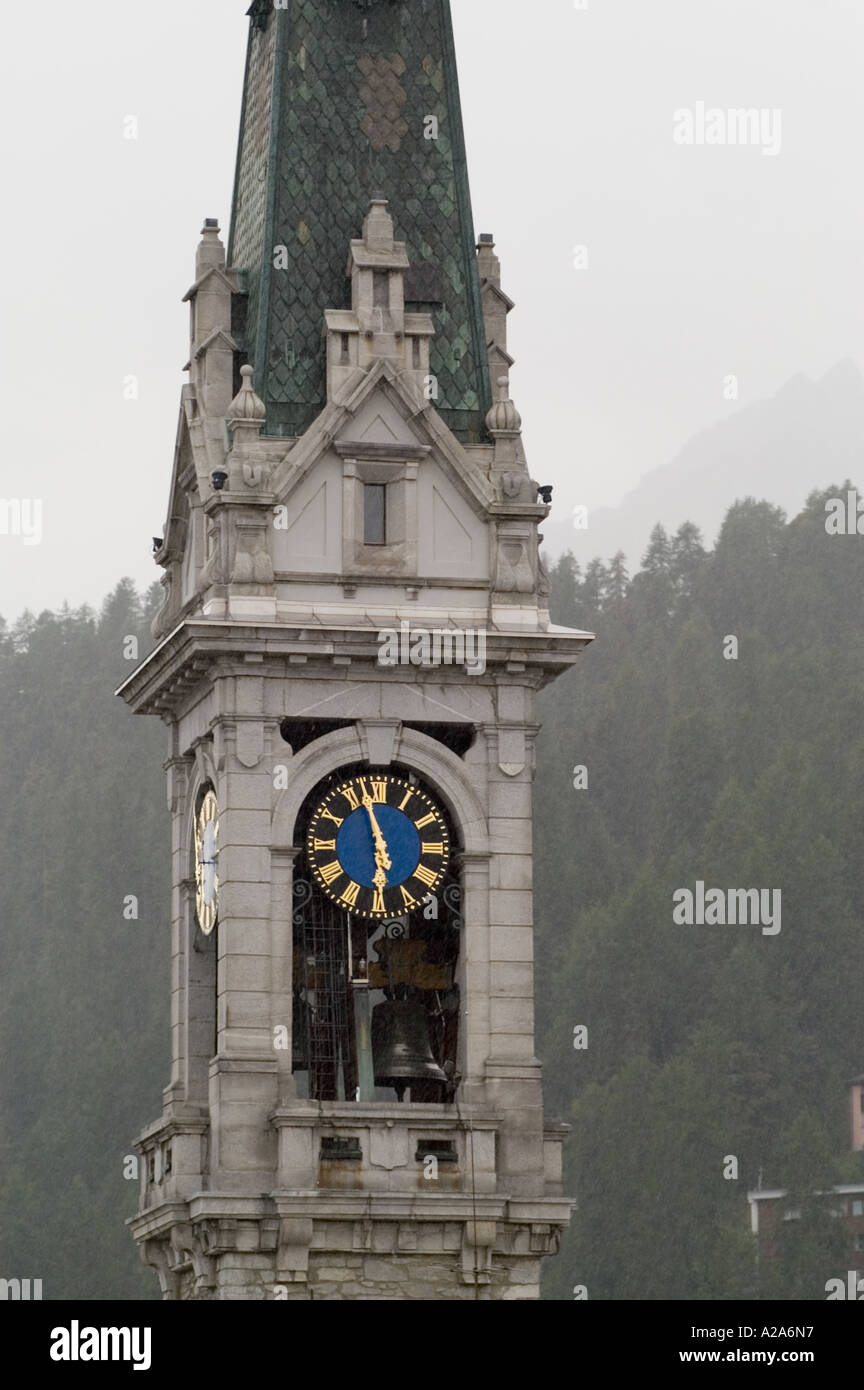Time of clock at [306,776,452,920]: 5:57
